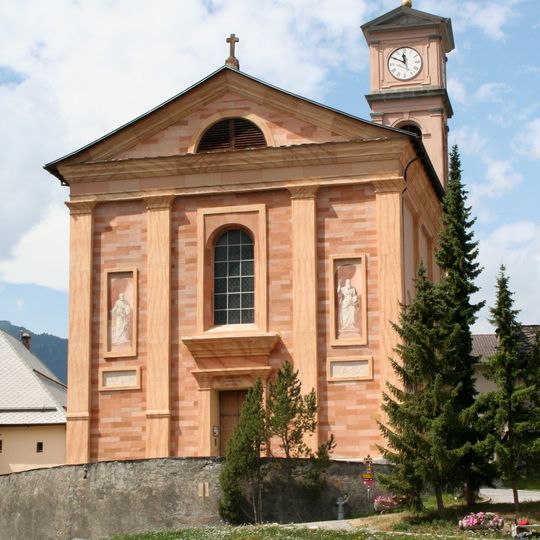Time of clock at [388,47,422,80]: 11:49
